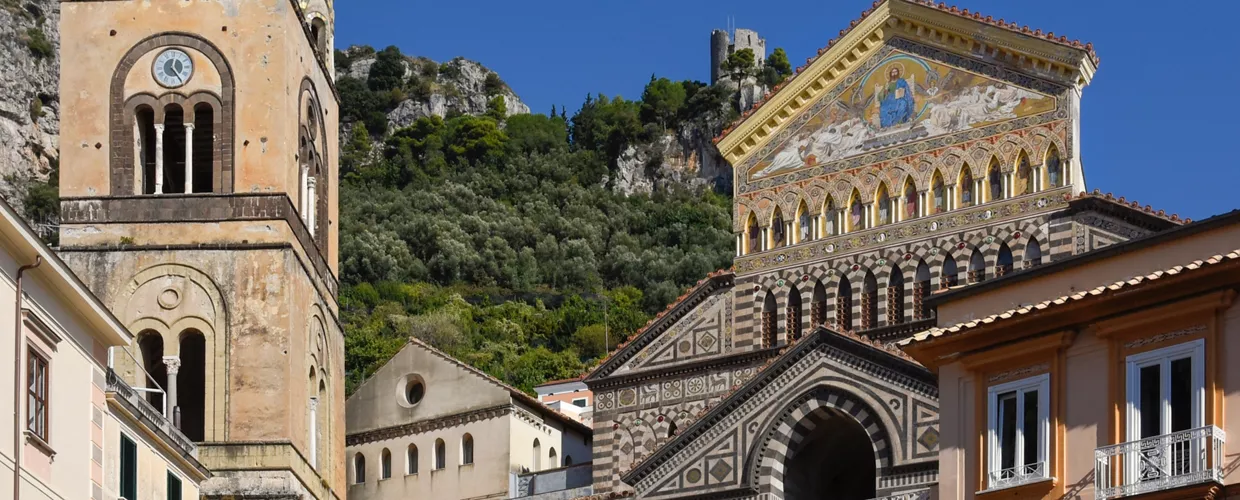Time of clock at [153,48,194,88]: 12:24
